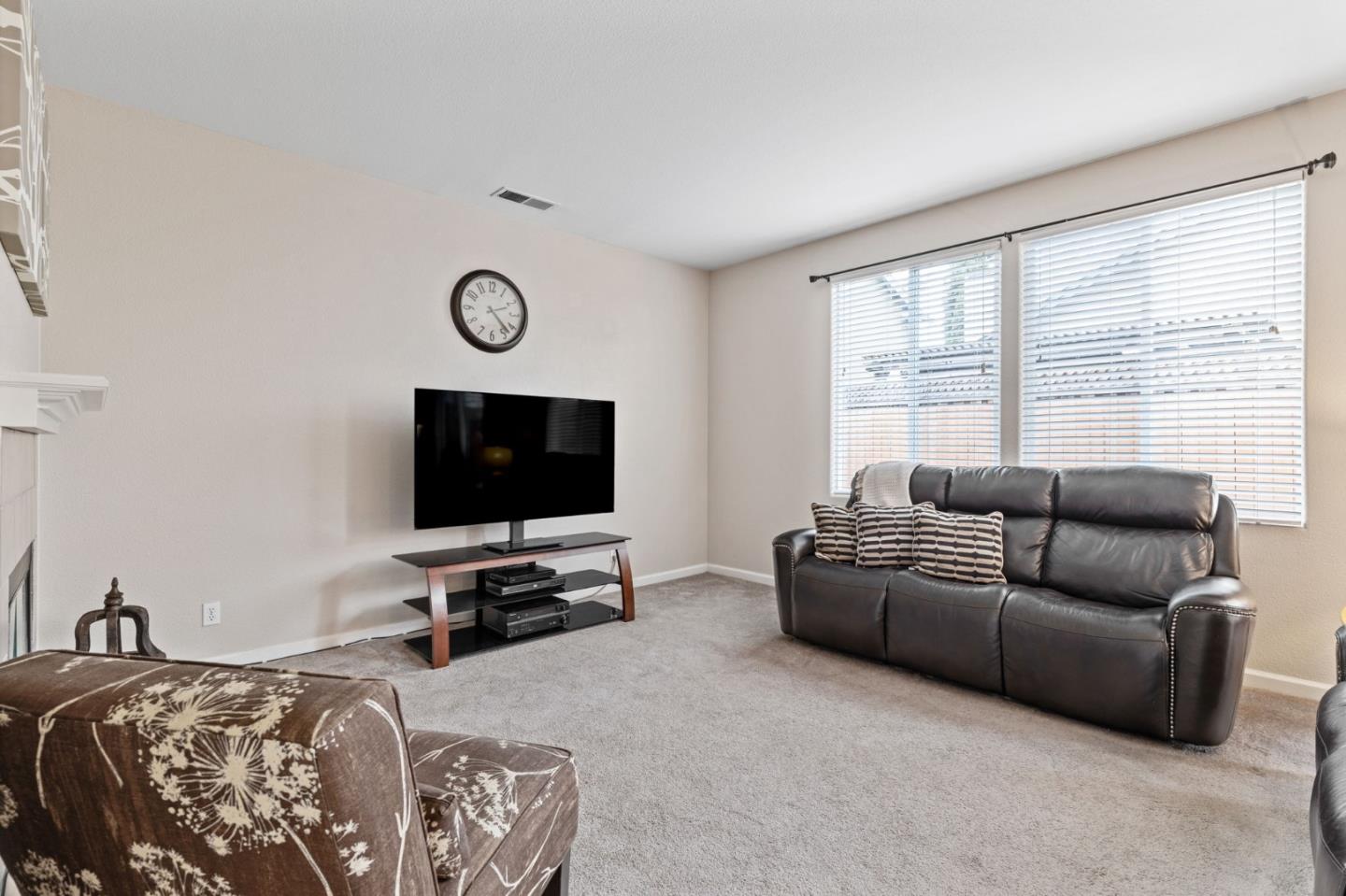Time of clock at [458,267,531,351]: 2:22
